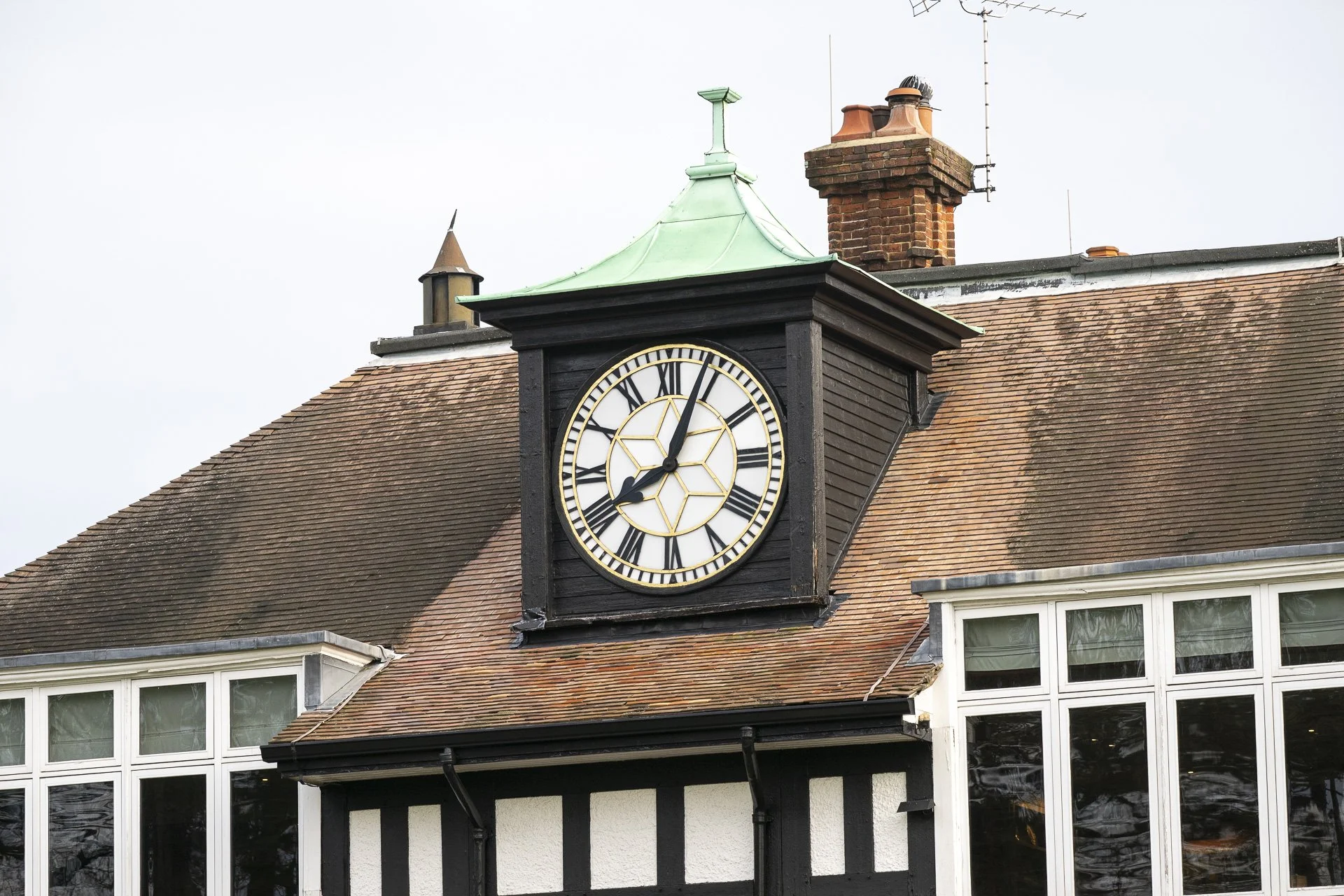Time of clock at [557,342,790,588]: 8:03
